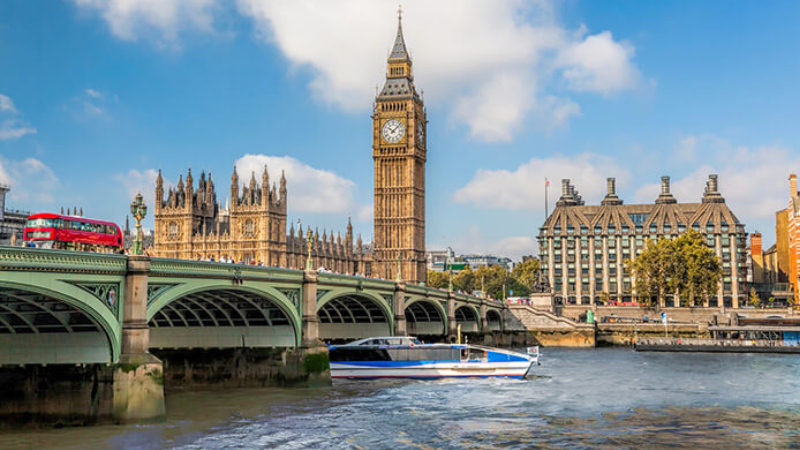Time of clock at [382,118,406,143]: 10:07
